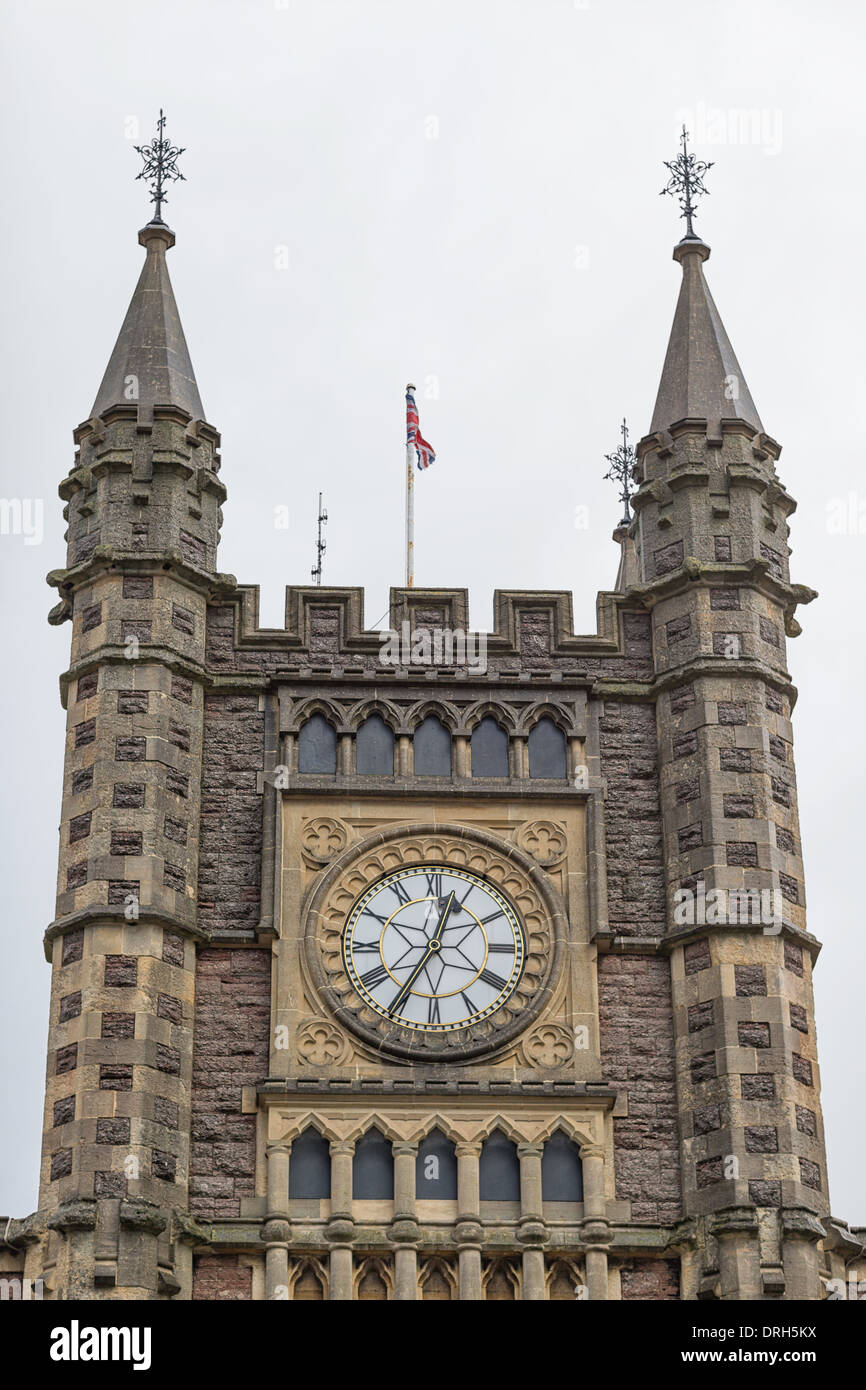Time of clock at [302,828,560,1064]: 12:34
